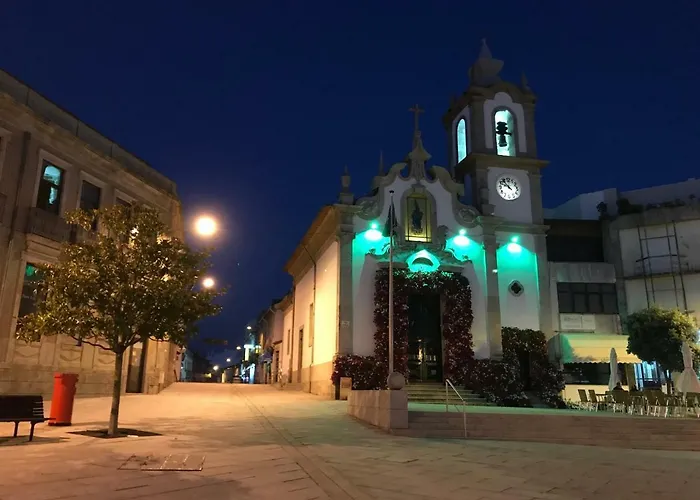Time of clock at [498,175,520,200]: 9:53
